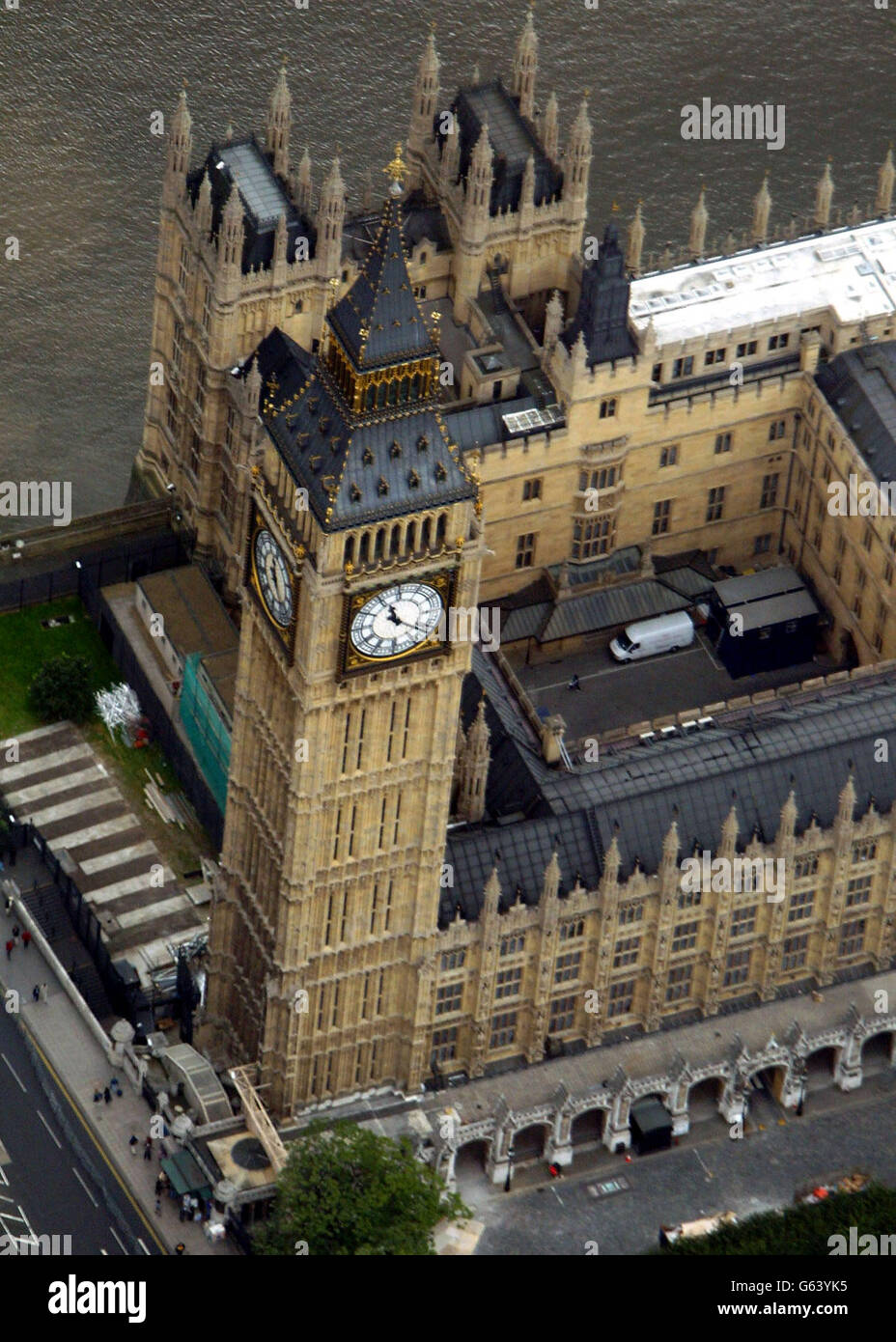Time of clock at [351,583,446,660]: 11:21
